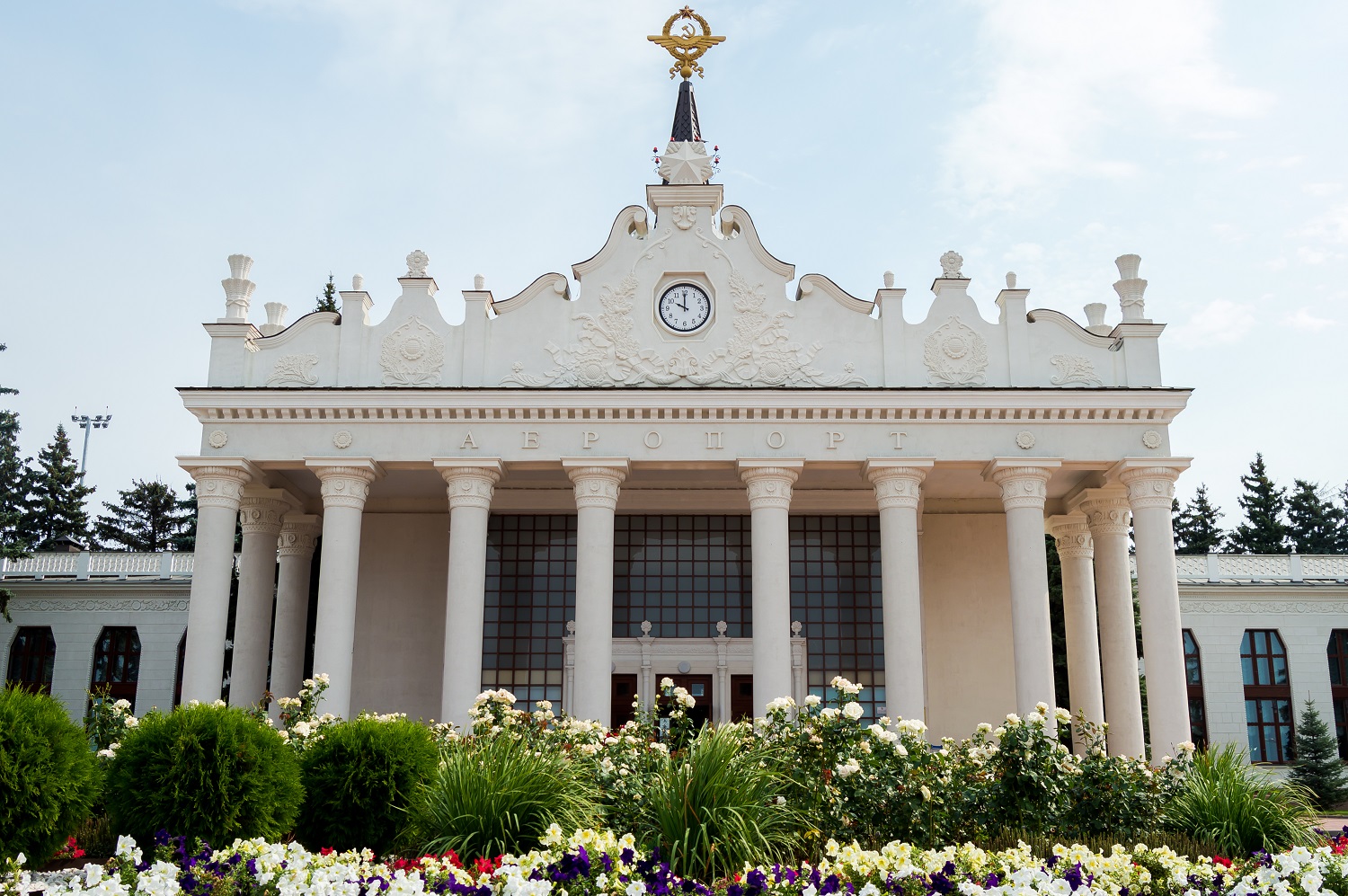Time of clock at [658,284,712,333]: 9:59
